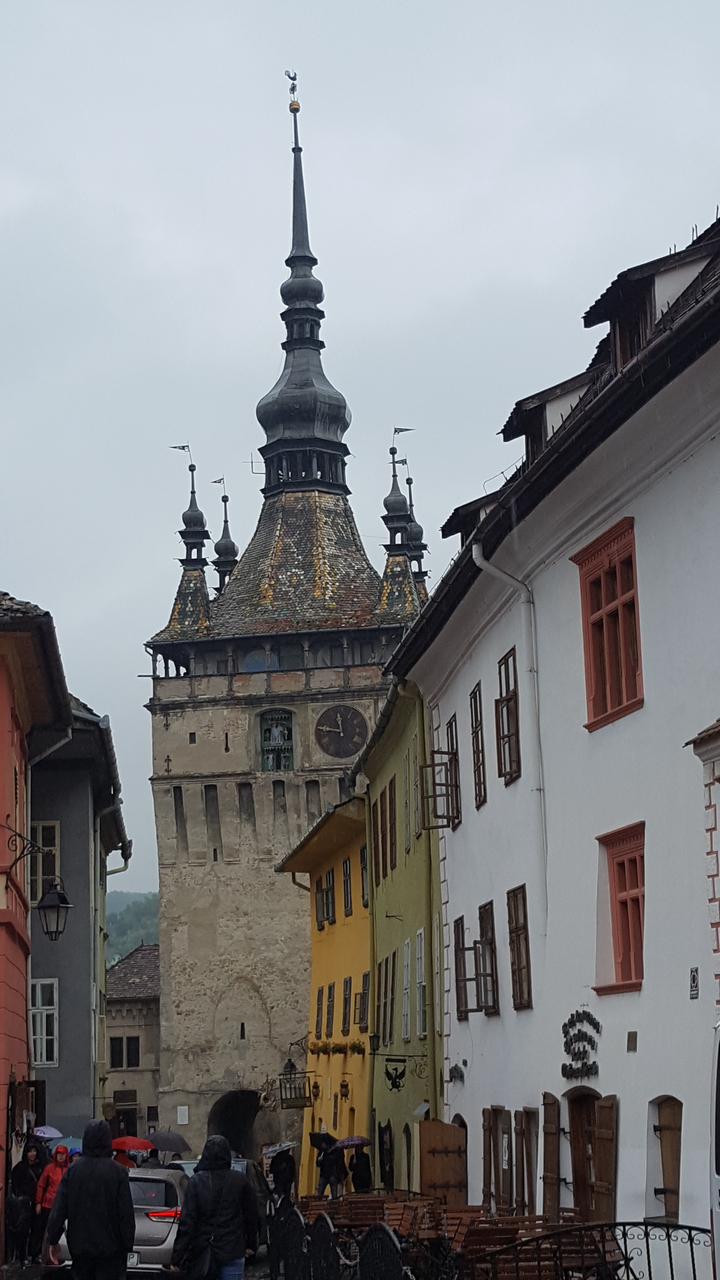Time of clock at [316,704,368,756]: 11:46
